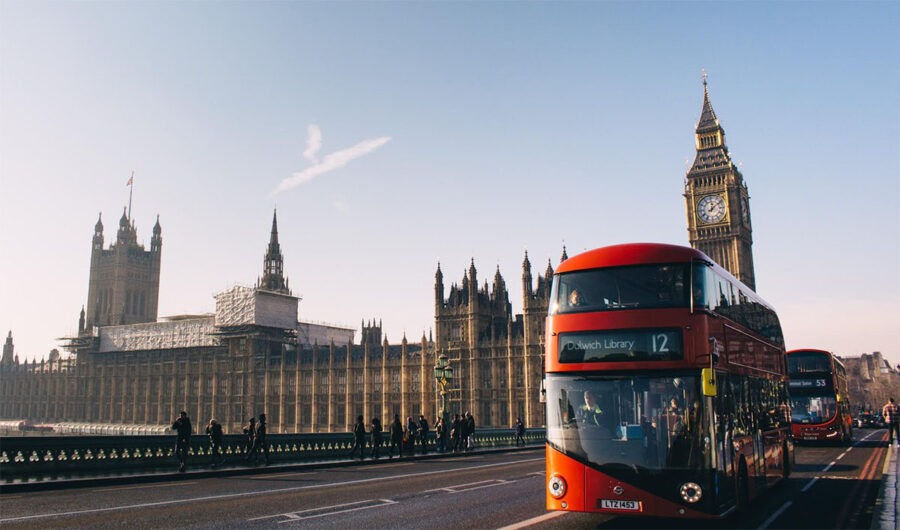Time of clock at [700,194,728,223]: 12:09
